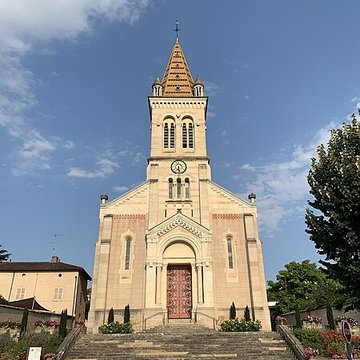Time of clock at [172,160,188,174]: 6:28
